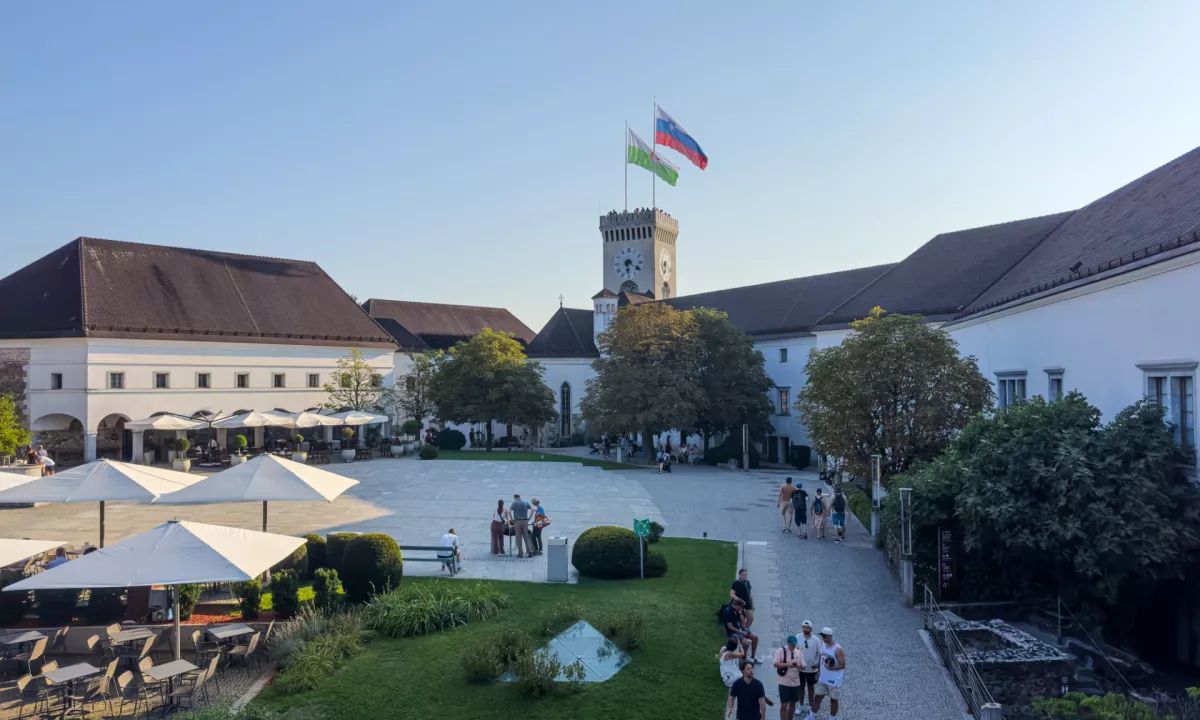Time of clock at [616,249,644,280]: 6:19
